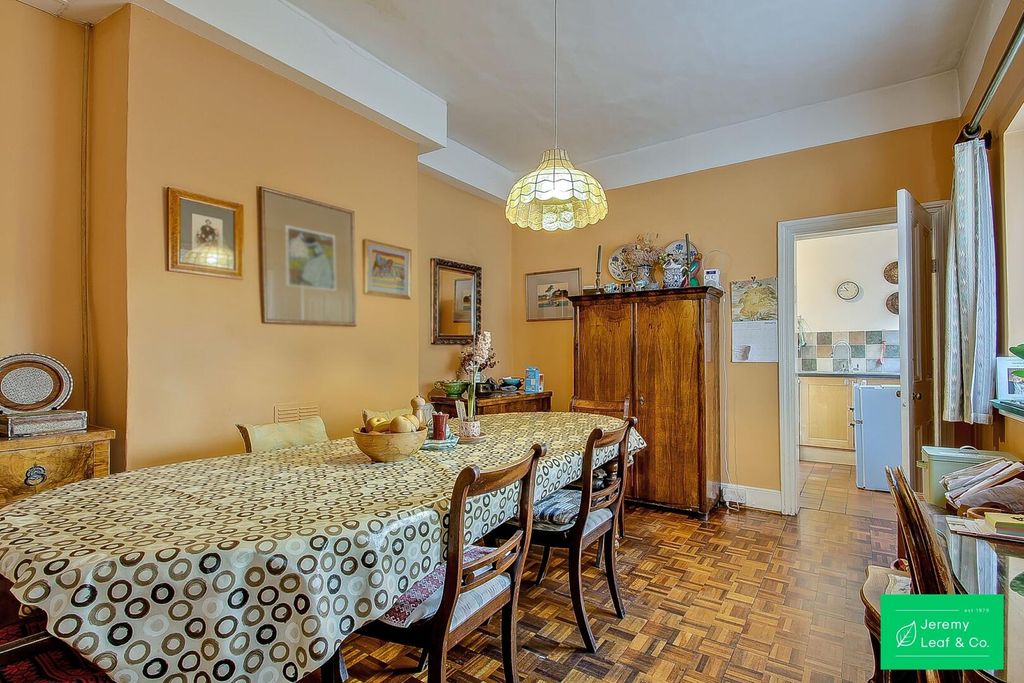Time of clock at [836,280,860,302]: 10:45
